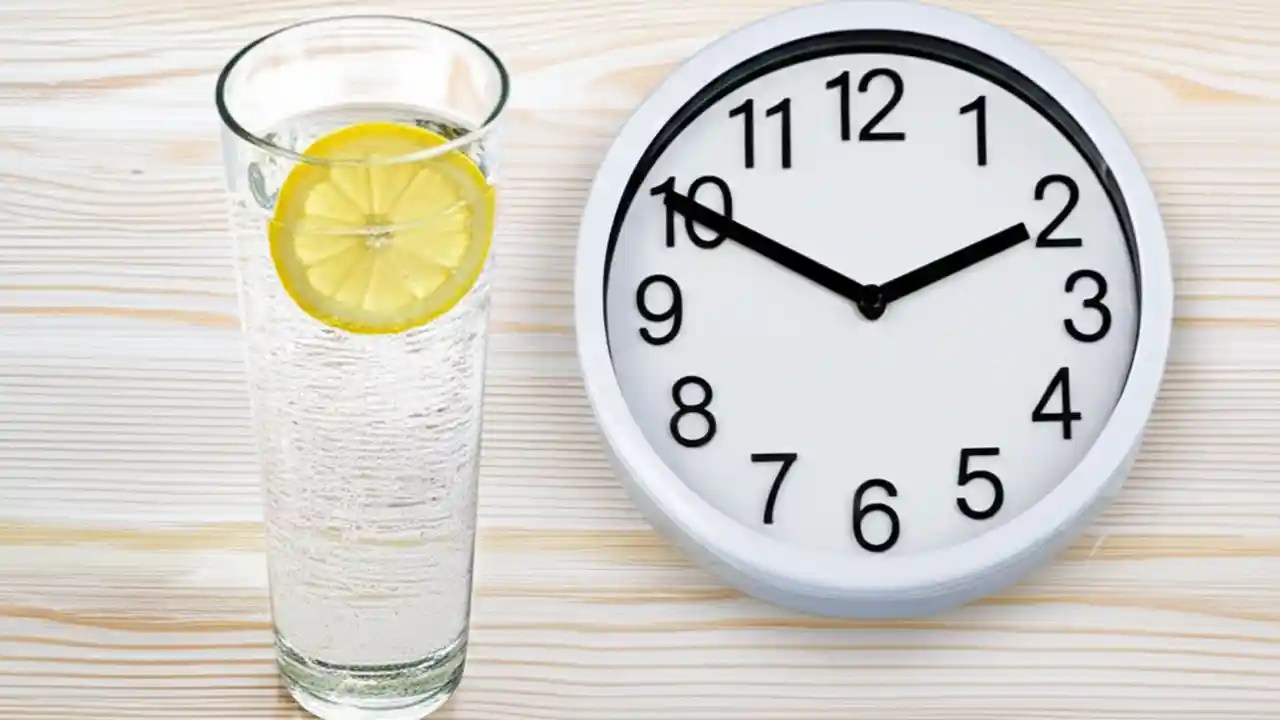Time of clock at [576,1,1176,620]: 1:50
